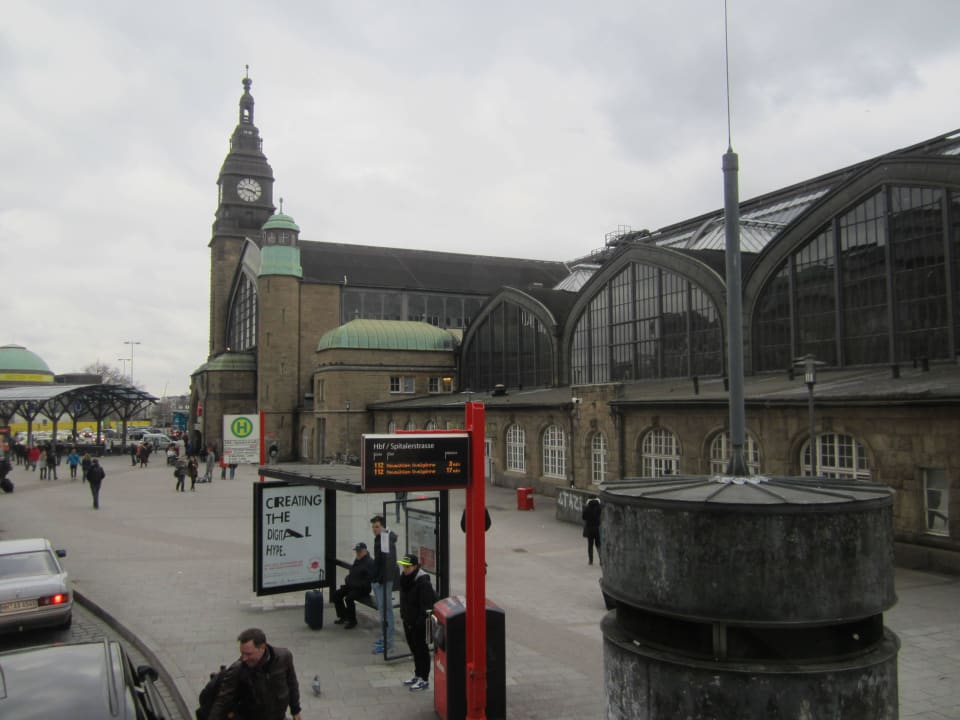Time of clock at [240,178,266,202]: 3:46
